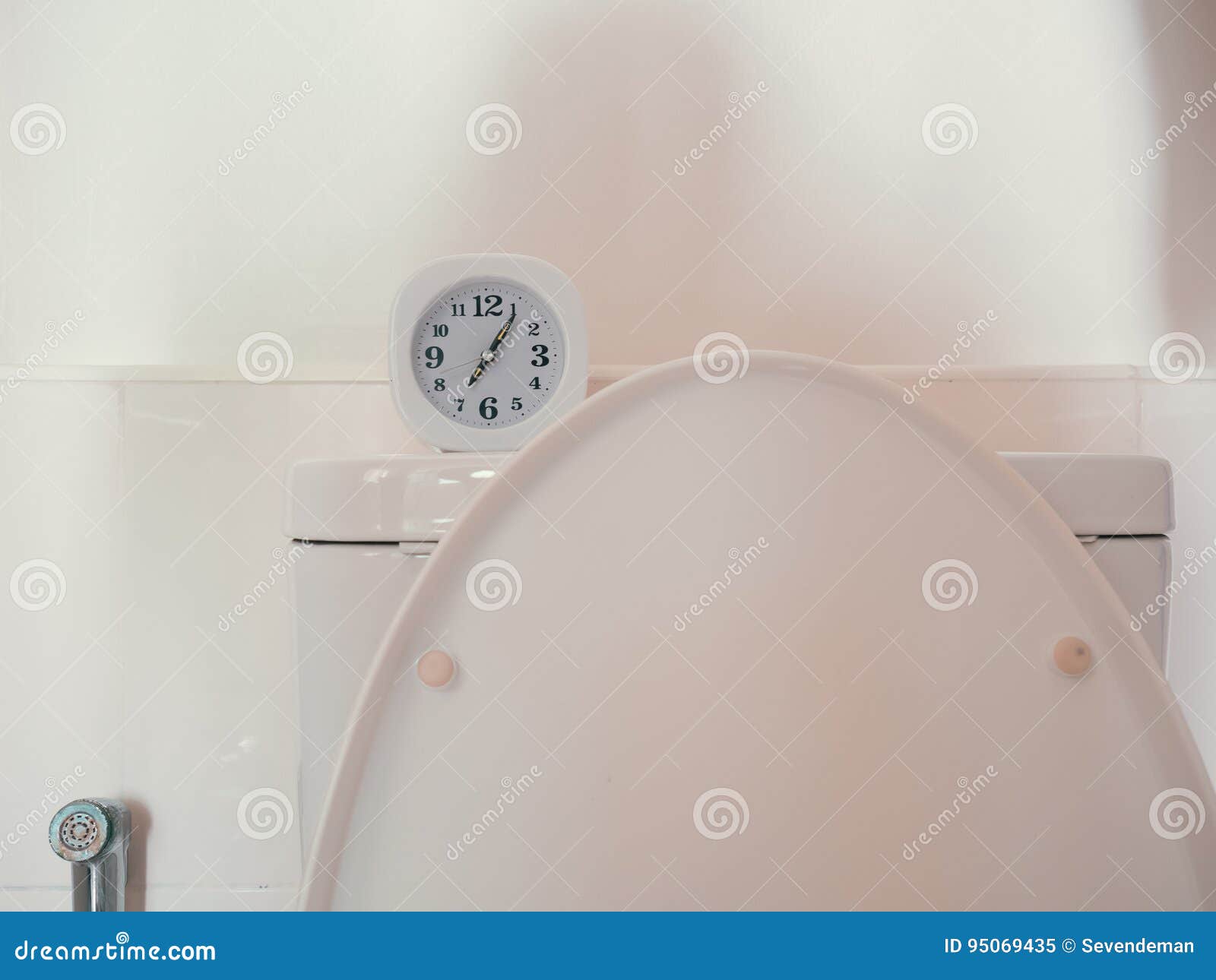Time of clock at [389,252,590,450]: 7:05
